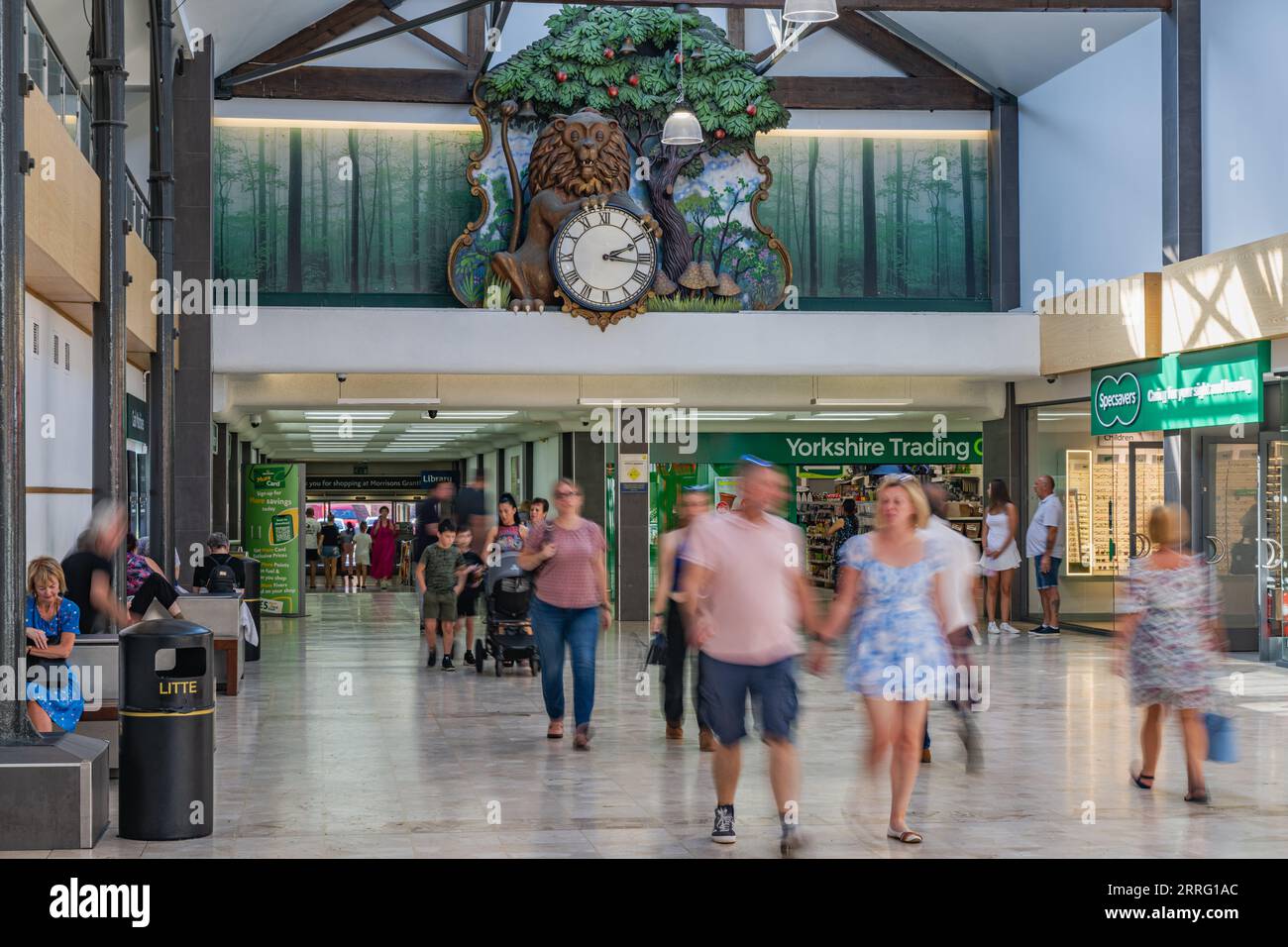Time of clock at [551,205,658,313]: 2:16
